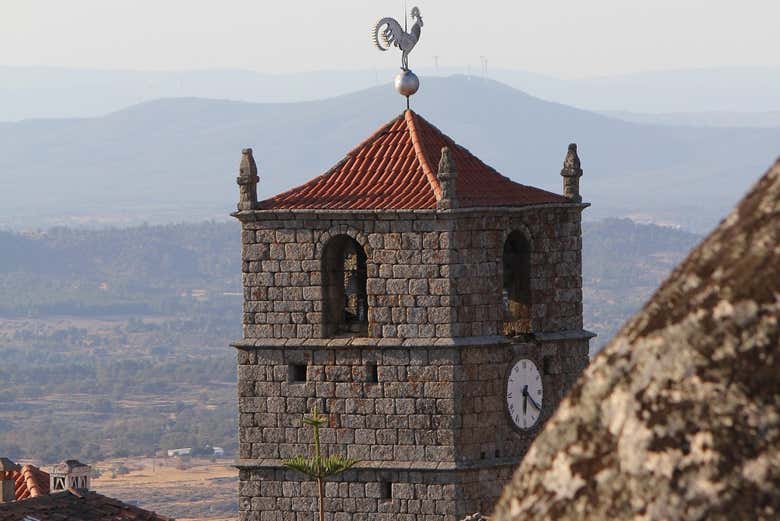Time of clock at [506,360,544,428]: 6:21
